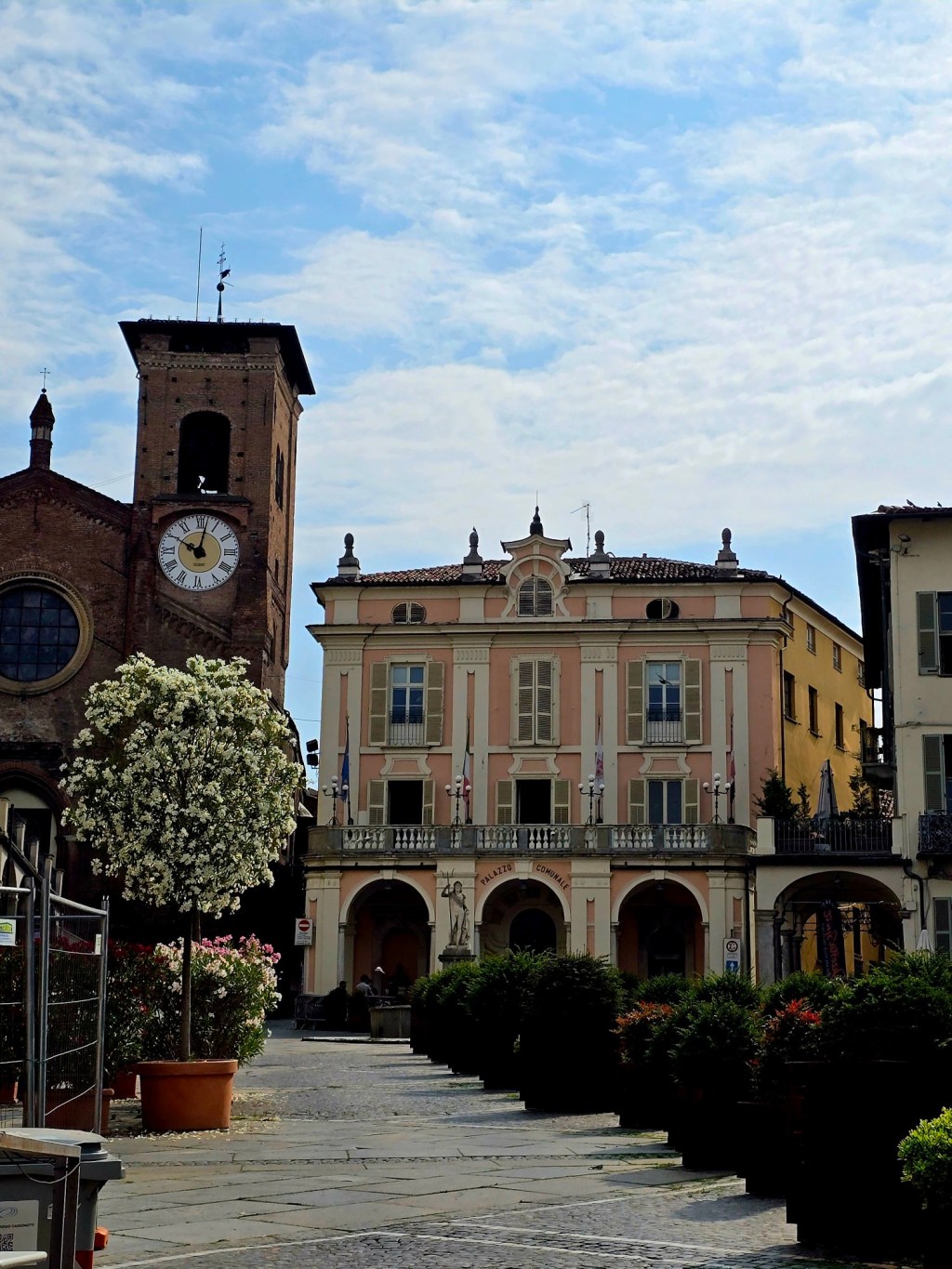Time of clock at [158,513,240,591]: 10:02
